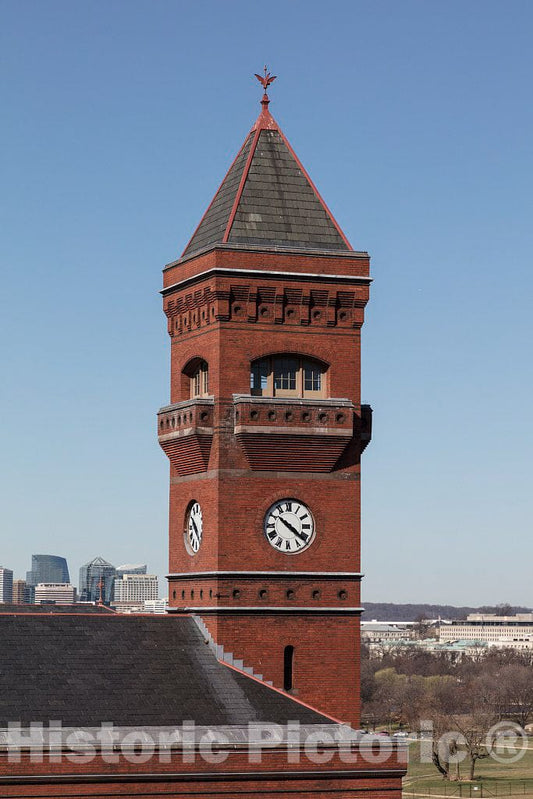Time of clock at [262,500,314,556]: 10:21
